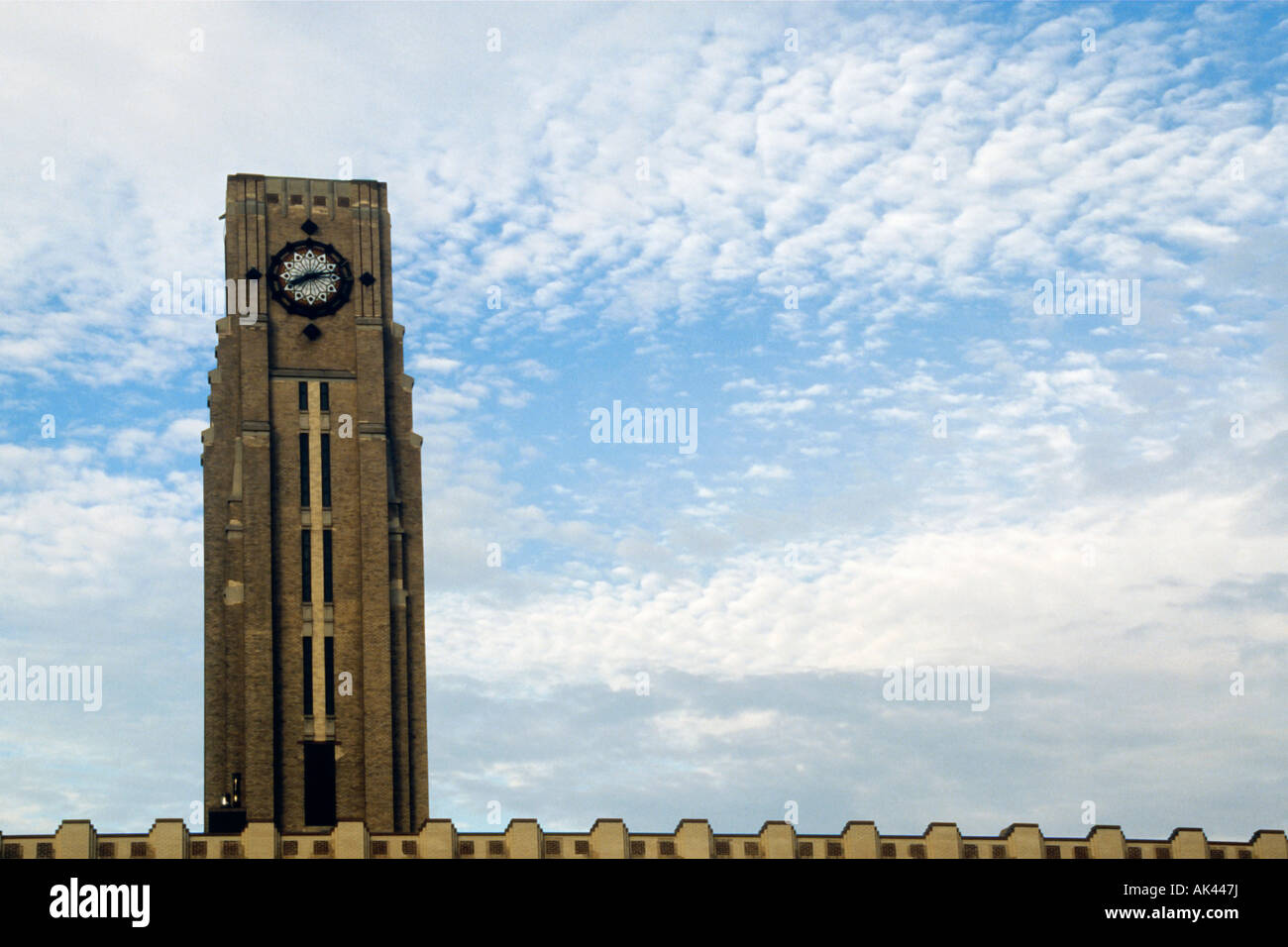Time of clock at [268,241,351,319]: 8:12
